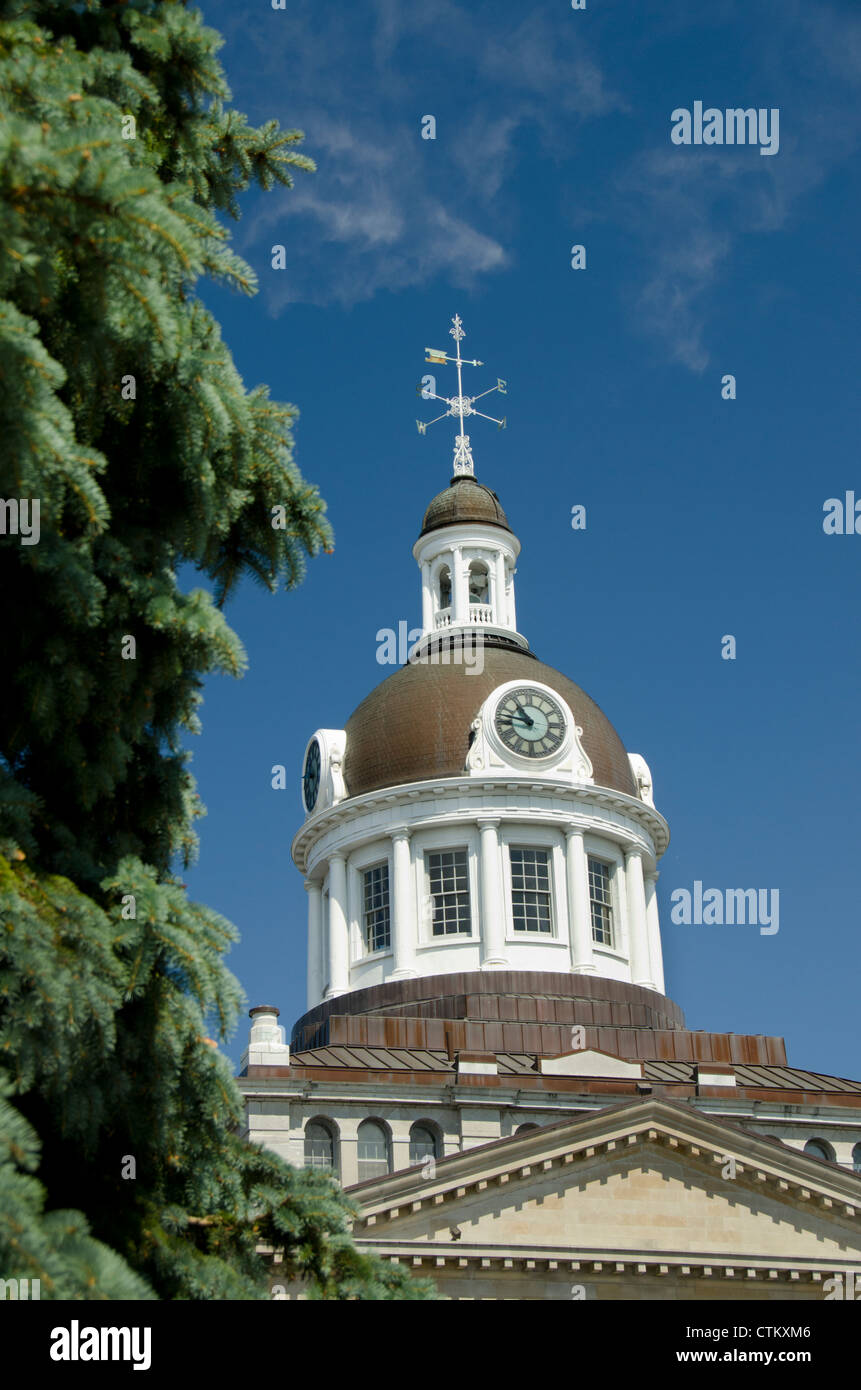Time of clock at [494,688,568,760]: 10:47
